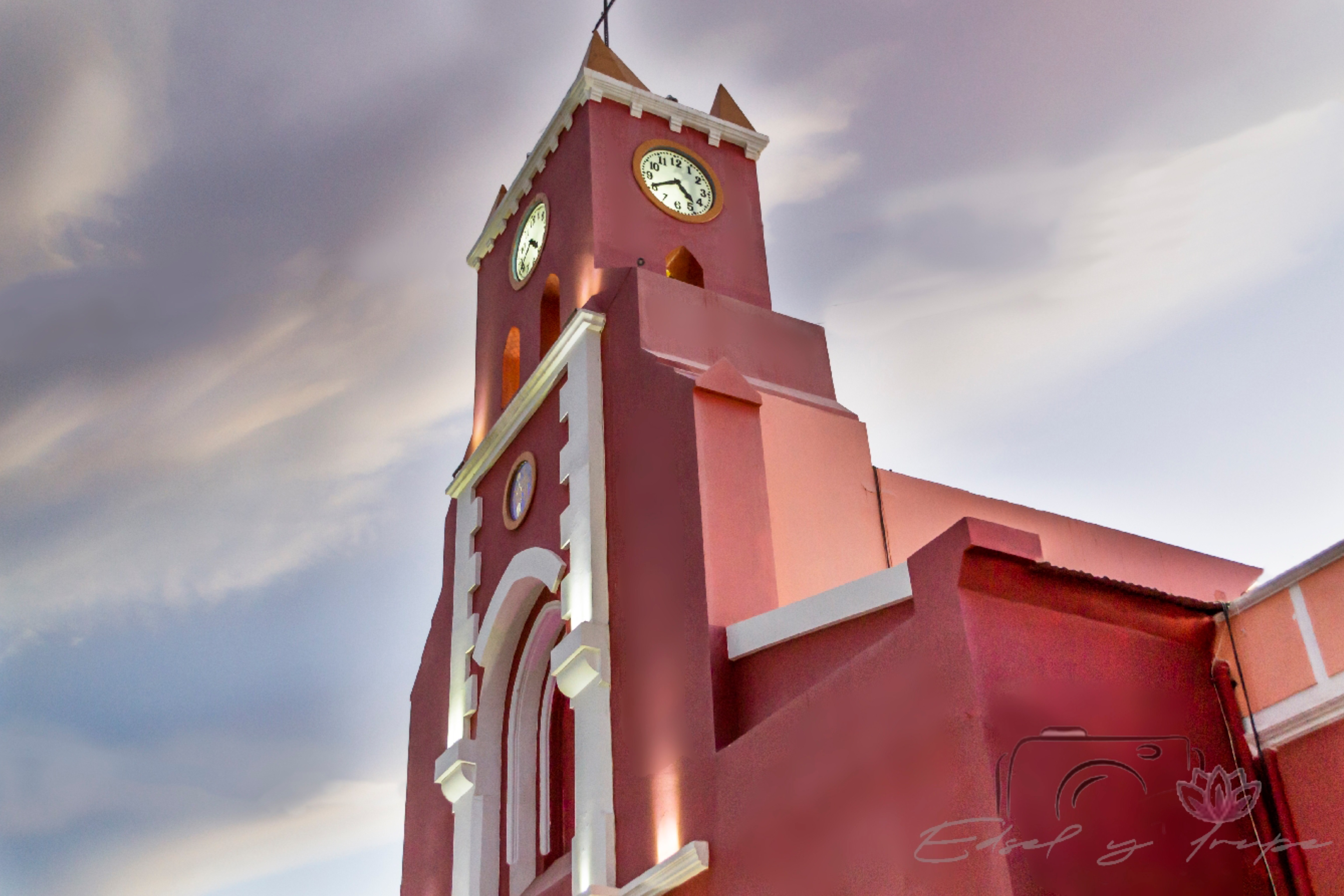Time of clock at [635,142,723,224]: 4:40
